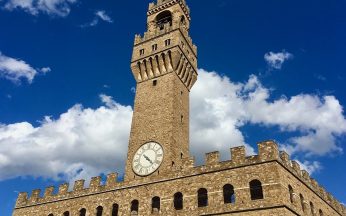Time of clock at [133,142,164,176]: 4:22
